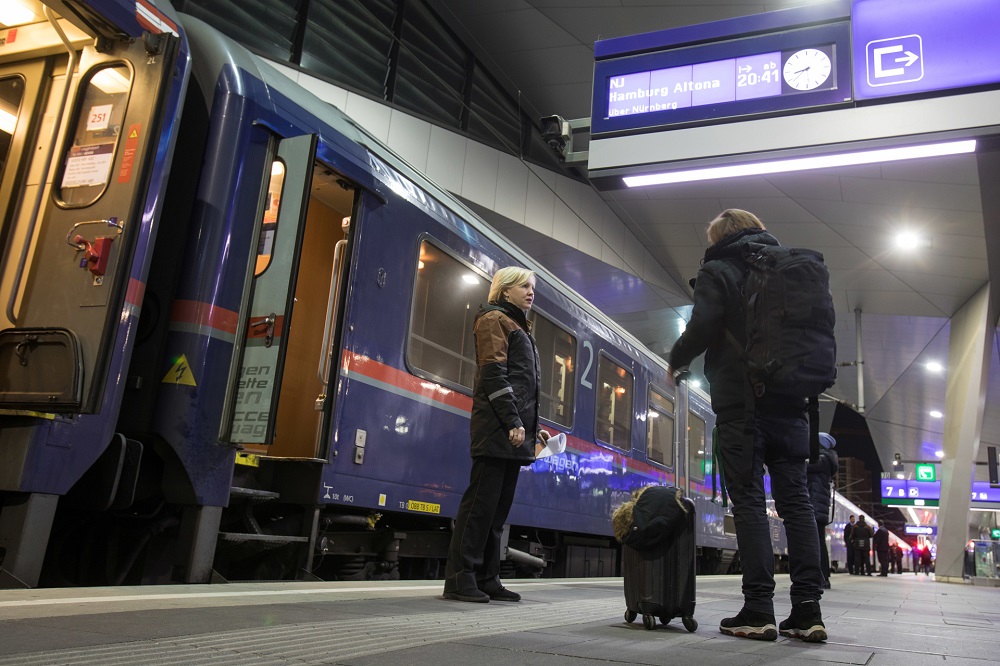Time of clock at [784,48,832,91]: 8:38
